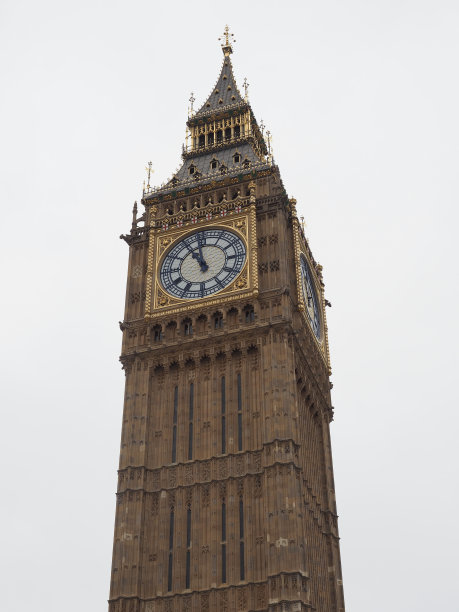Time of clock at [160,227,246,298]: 10:58
